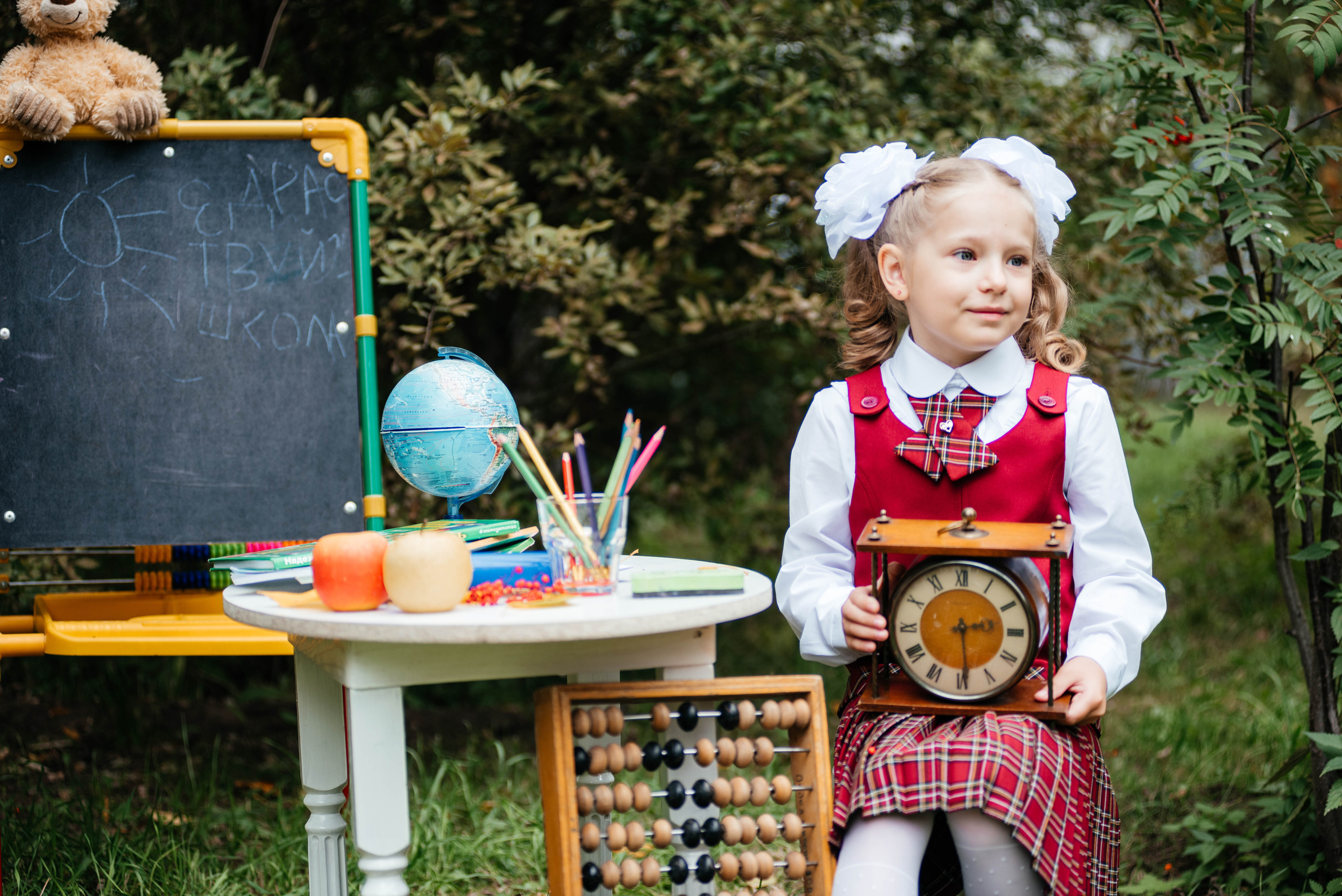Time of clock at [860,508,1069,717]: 2:29
